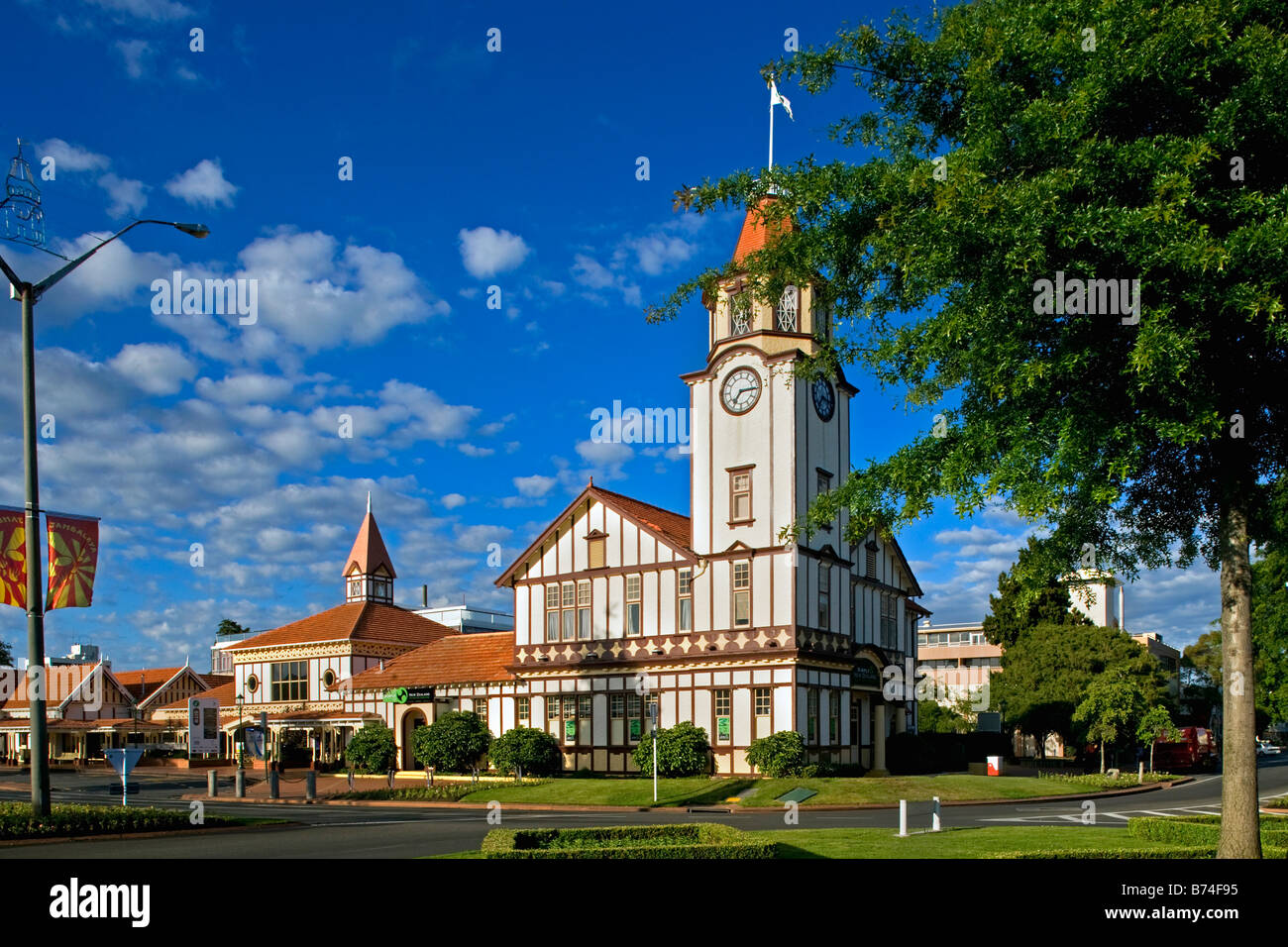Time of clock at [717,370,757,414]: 7:15
